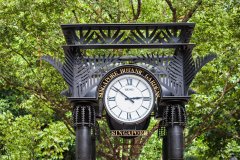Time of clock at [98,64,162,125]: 2:51
